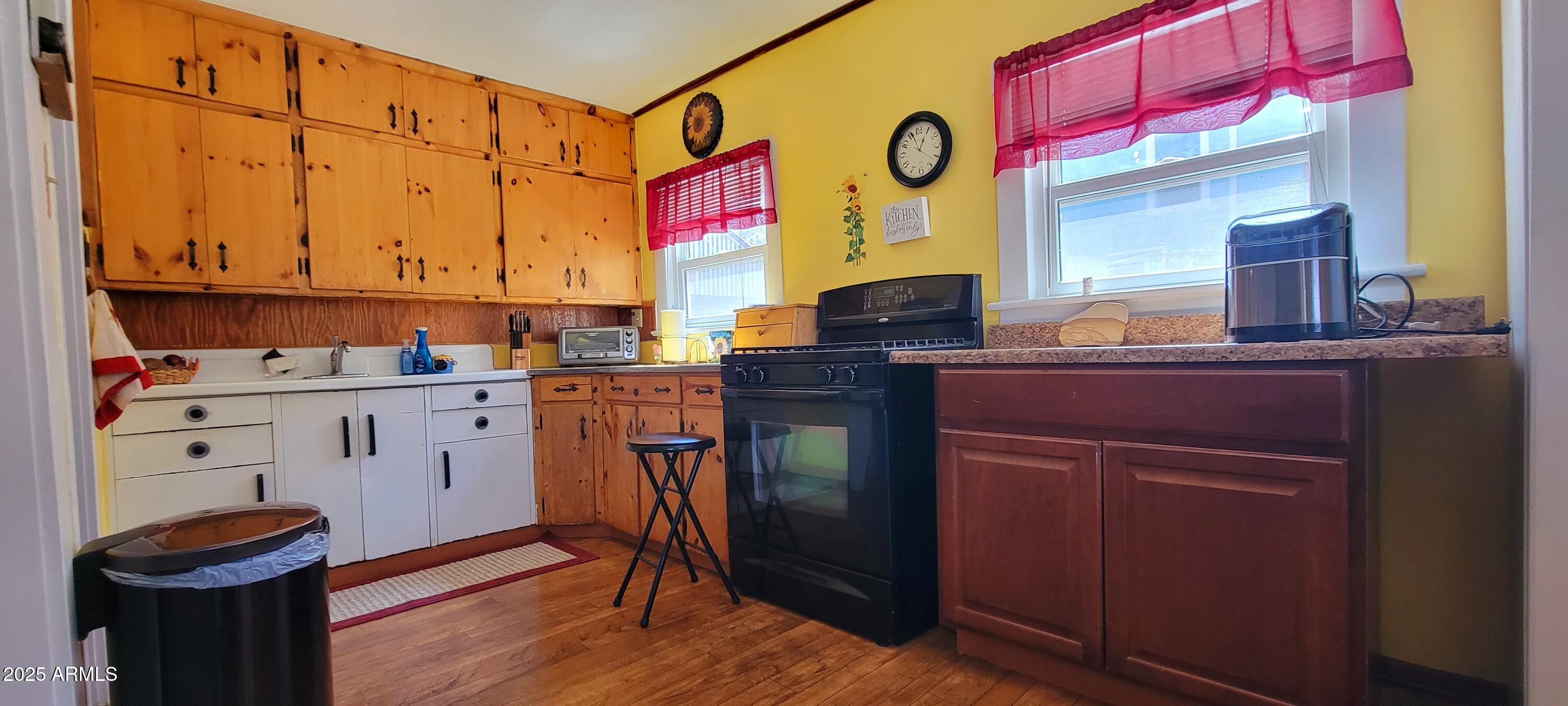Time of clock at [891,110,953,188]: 12:56
